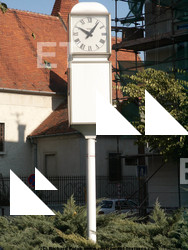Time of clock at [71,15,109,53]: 10:06
